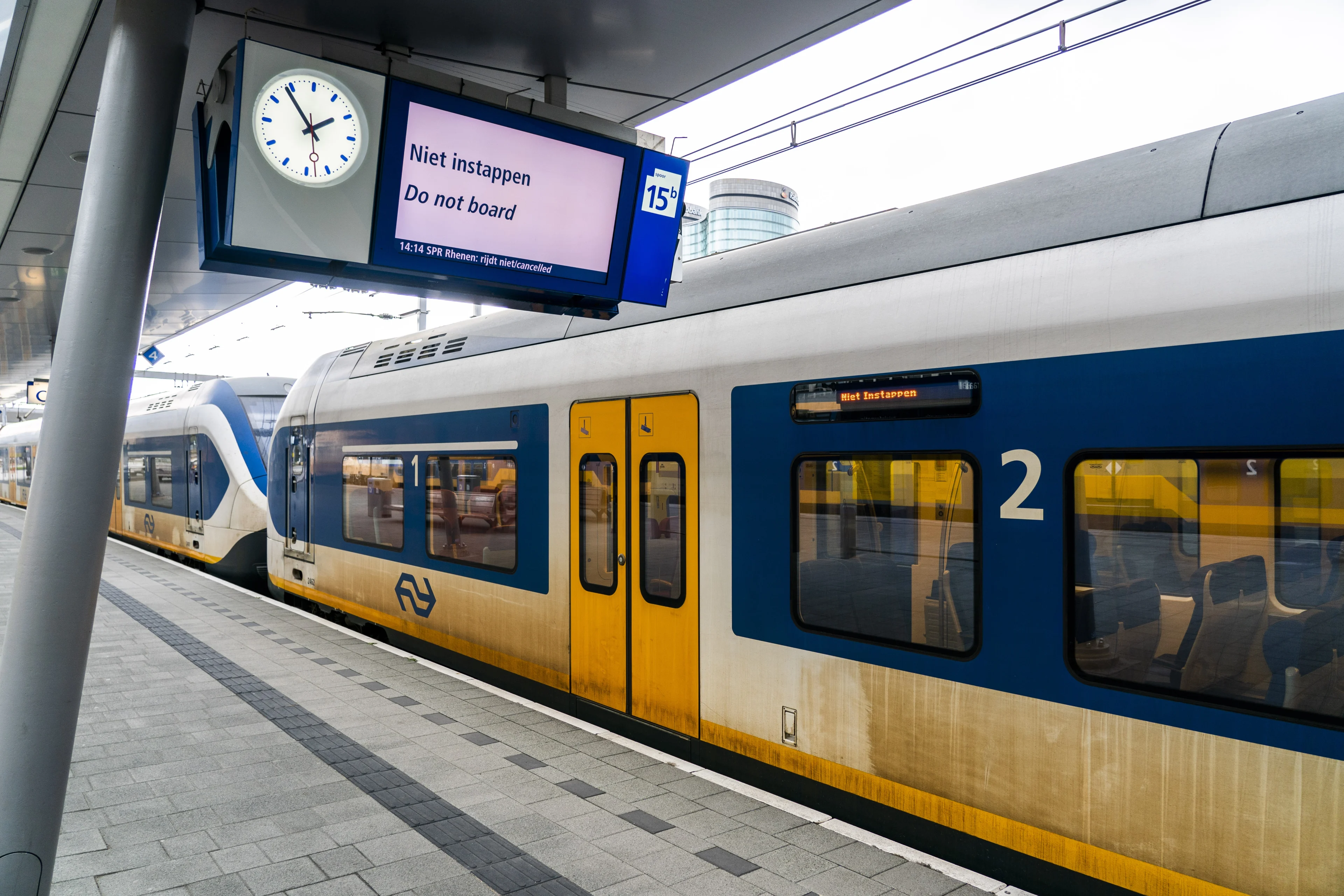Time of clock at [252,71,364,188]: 1:53
